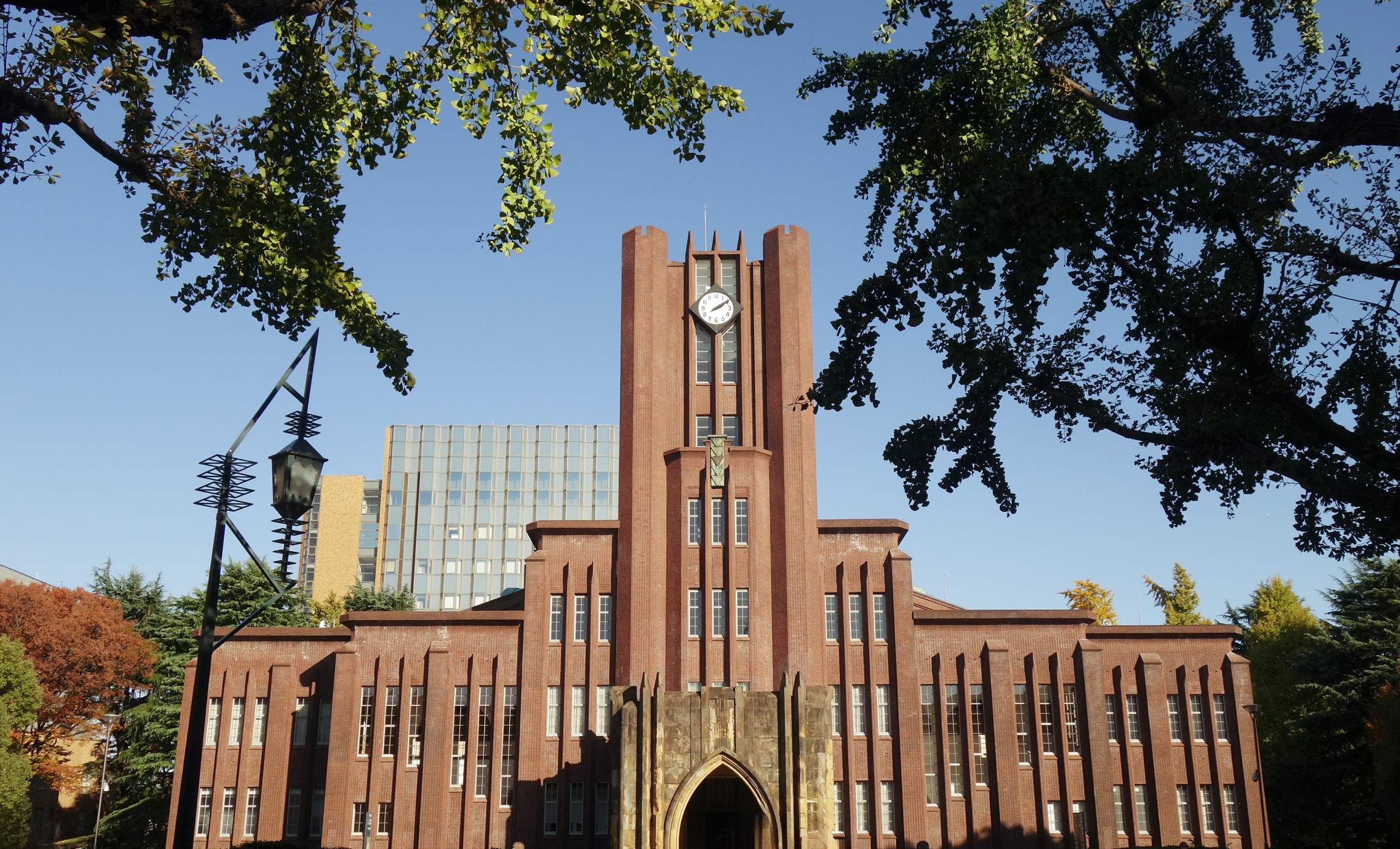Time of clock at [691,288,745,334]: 2:09
